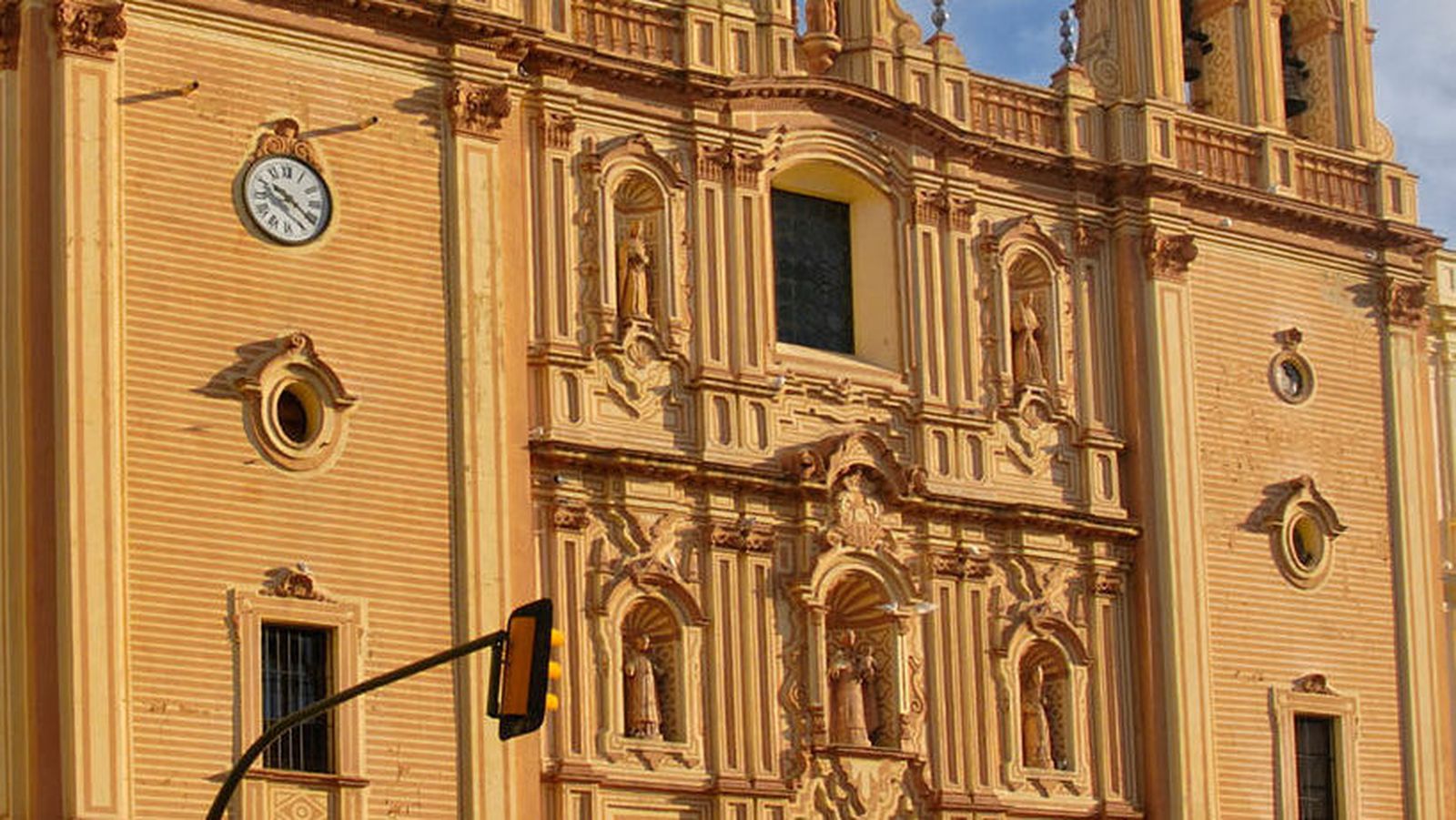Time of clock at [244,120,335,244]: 10:21
